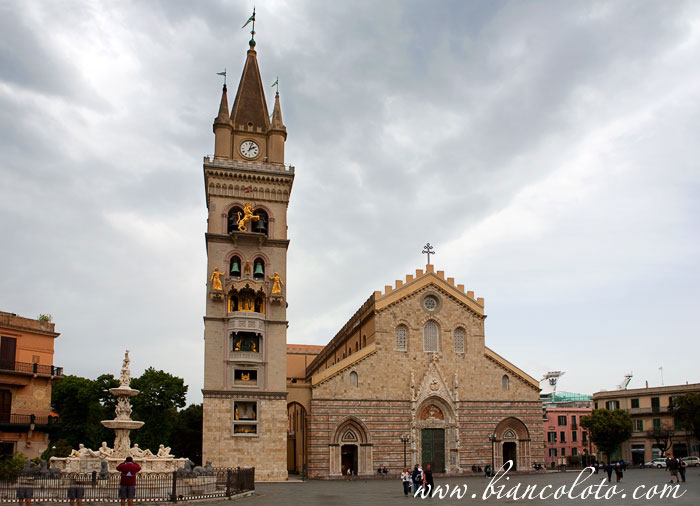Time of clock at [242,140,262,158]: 2:03
